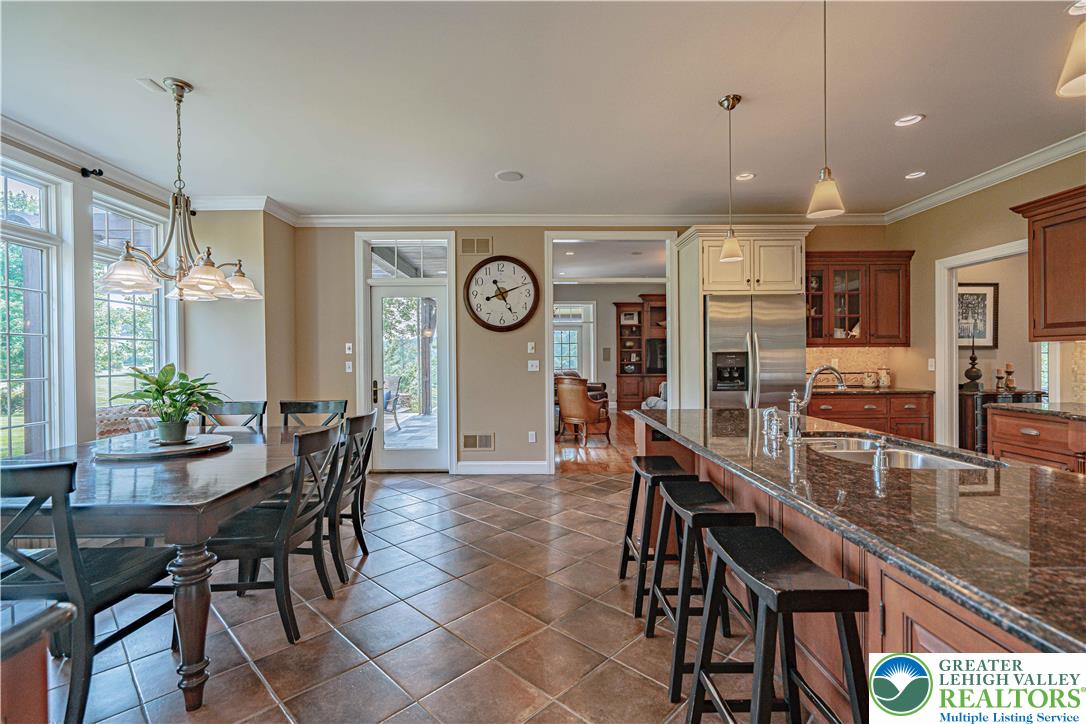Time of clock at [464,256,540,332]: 5:11
